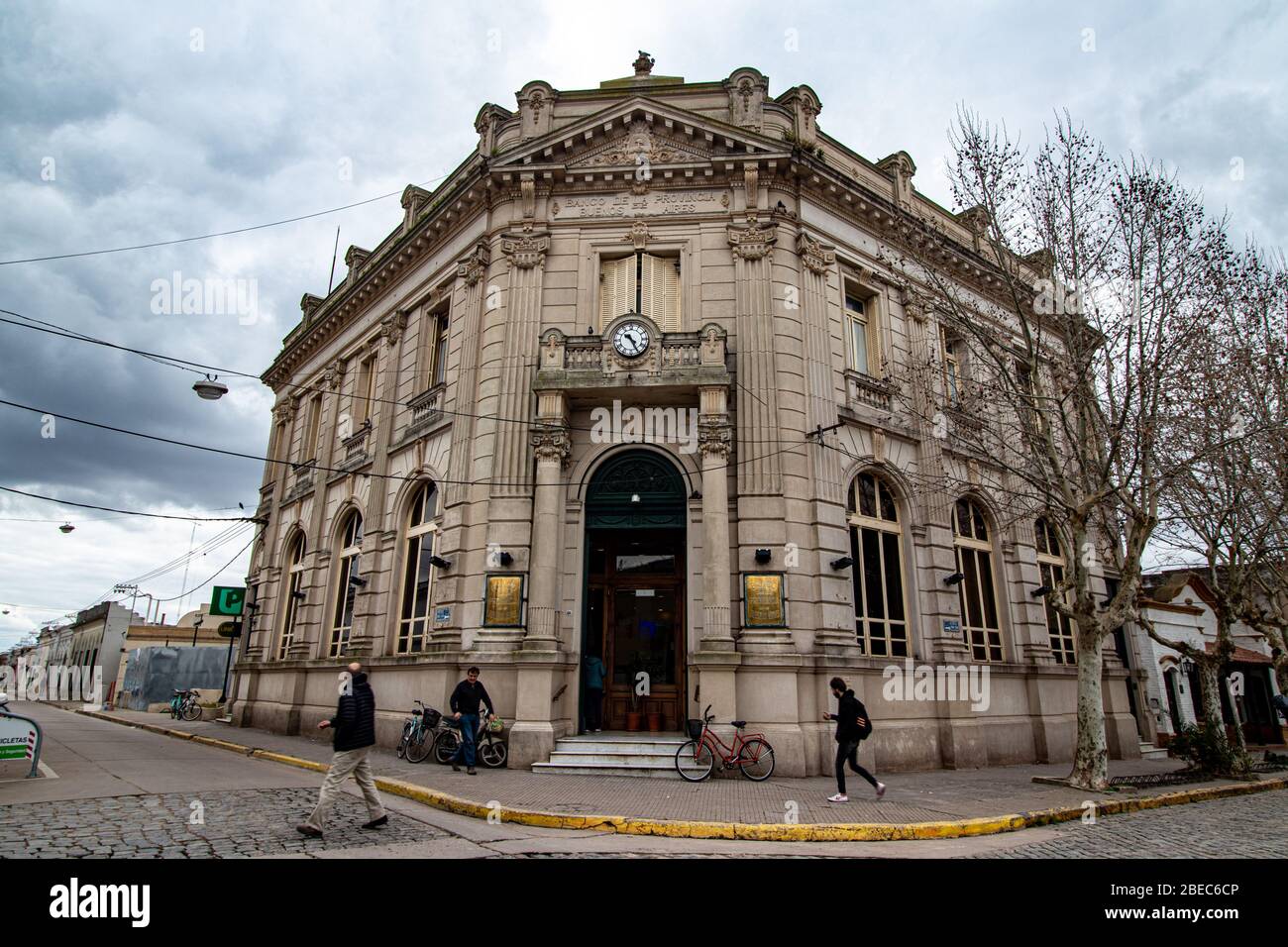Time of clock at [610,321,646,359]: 10:25
